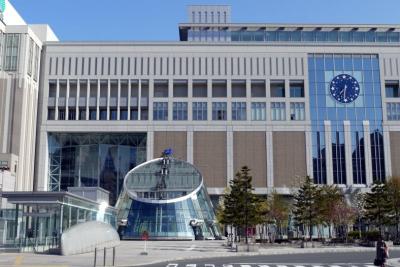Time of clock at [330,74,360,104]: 7:30
